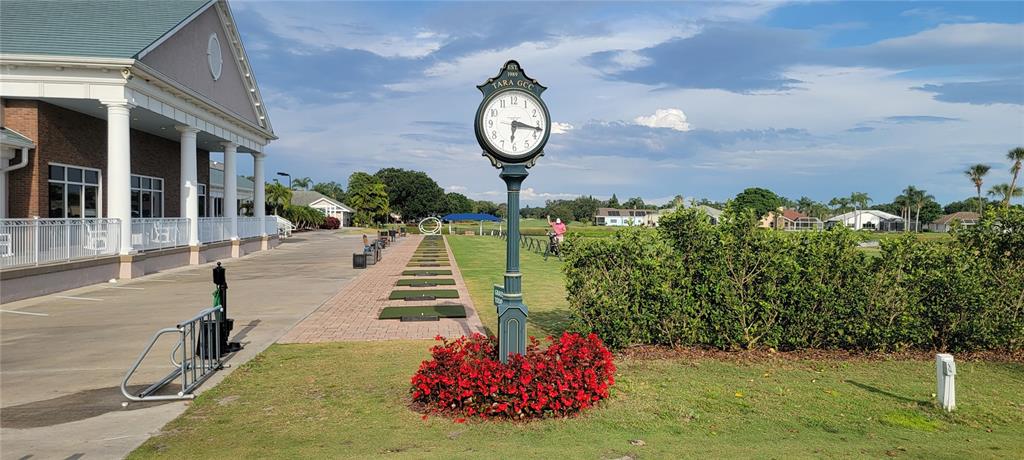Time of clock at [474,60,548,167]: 6:17
